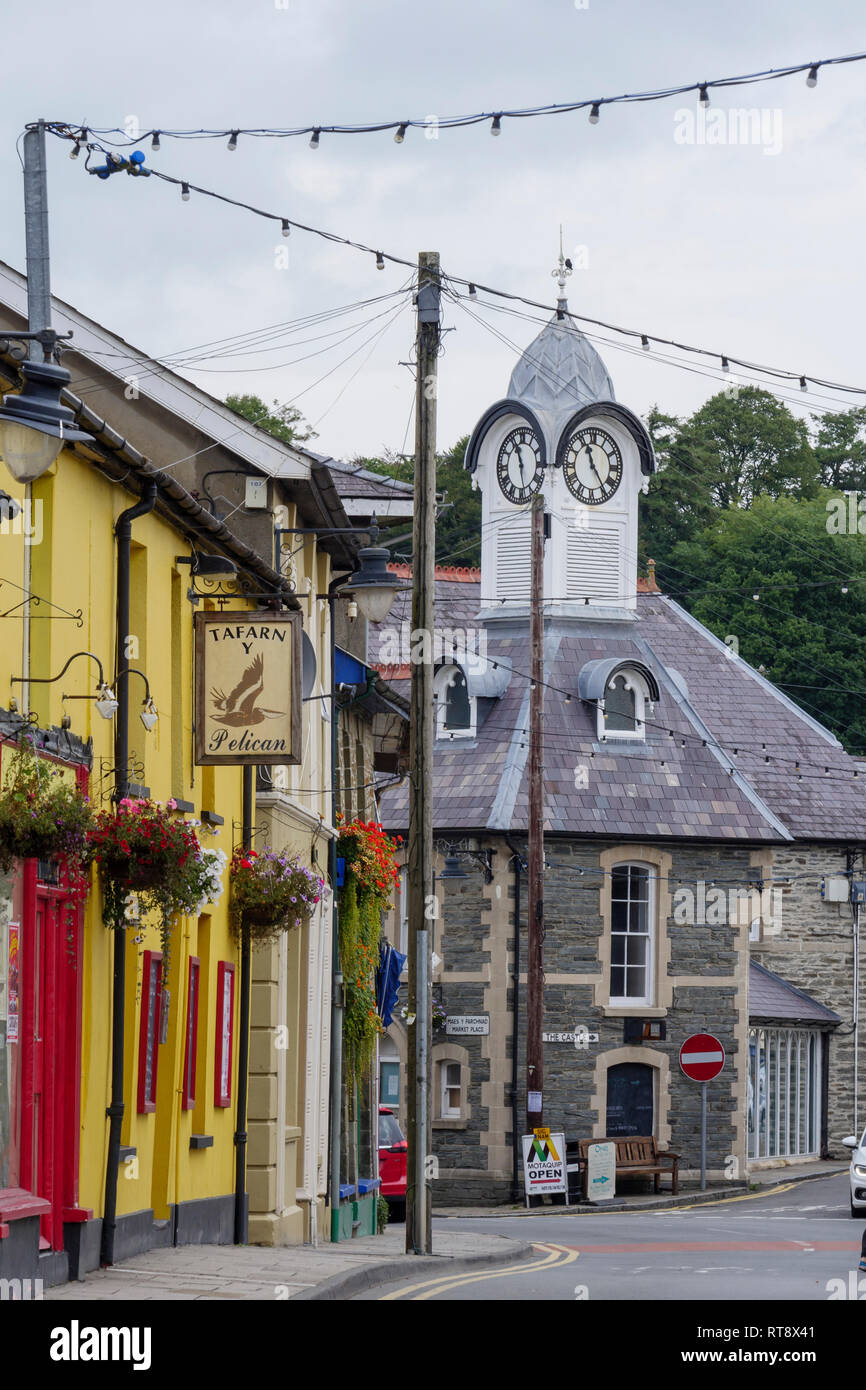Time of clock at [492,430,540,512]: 11:28
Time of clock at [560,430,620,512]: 11:24
